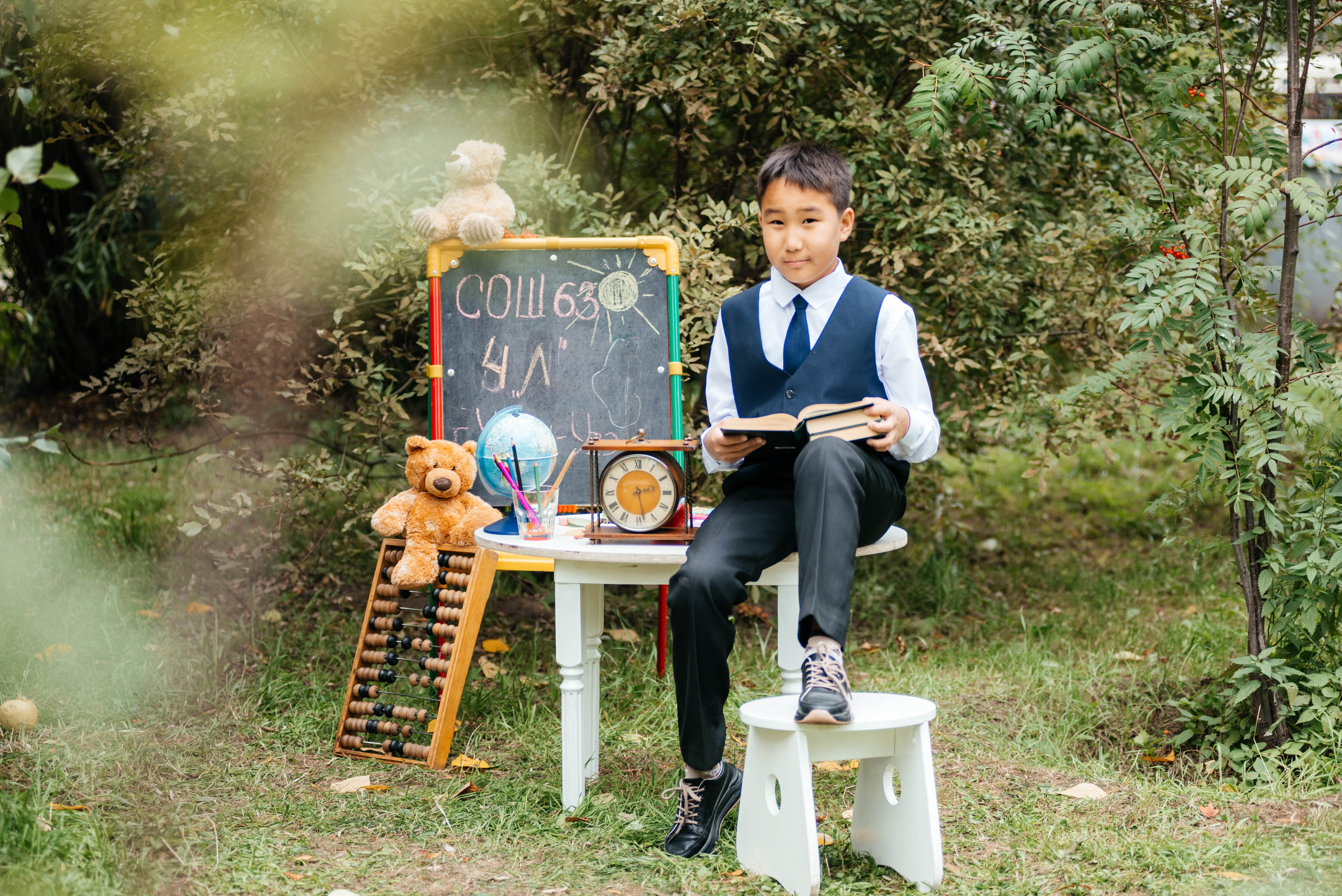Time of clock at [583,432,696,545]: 2:28
